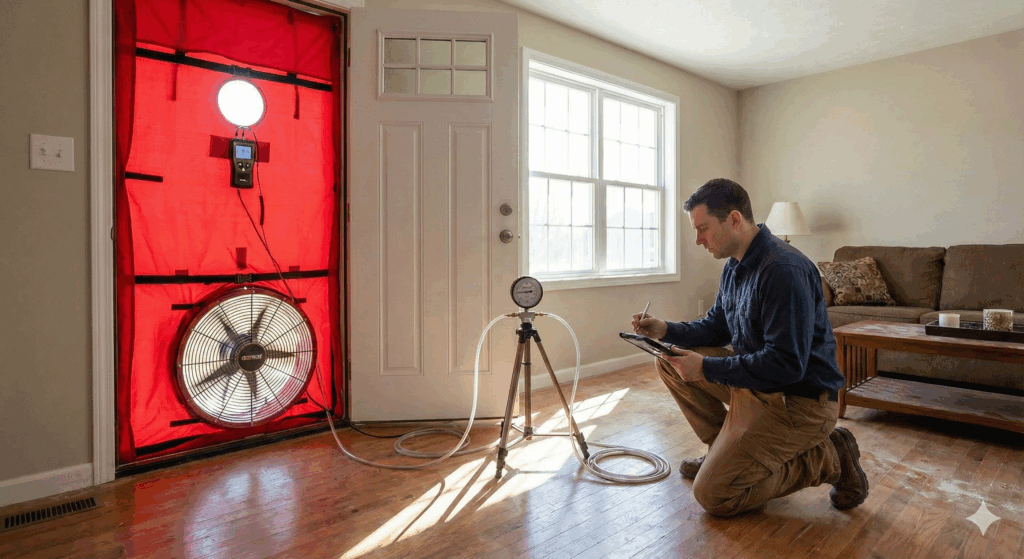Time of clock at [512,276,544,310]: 2:45
